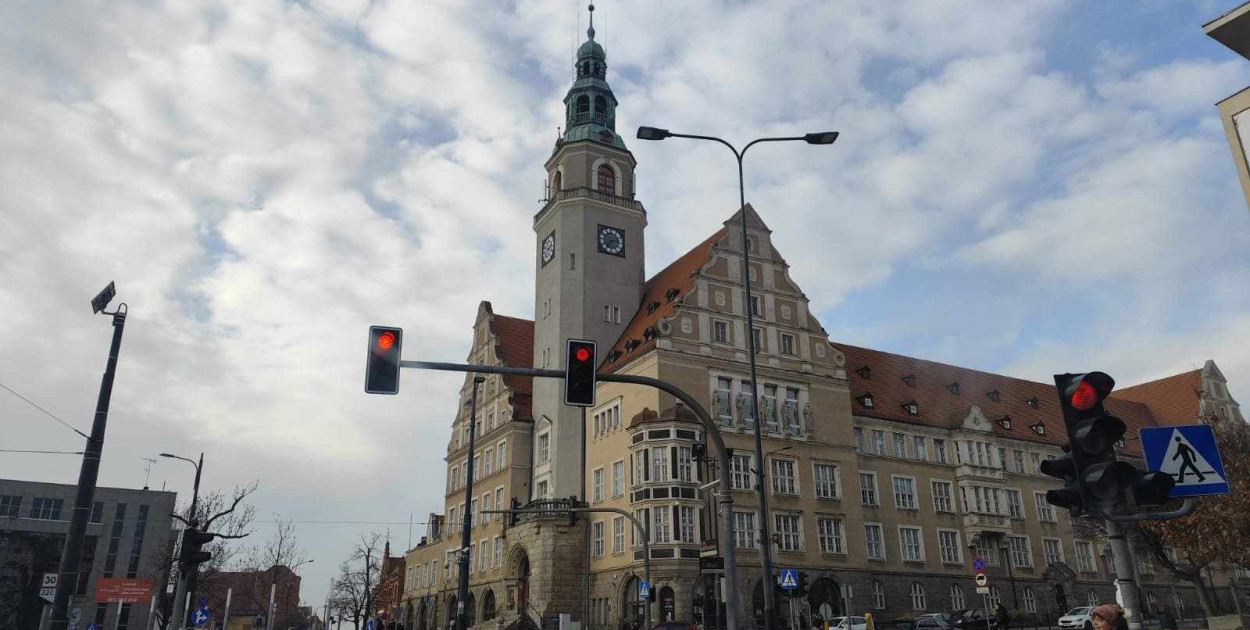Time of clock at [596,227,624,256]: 2:35
